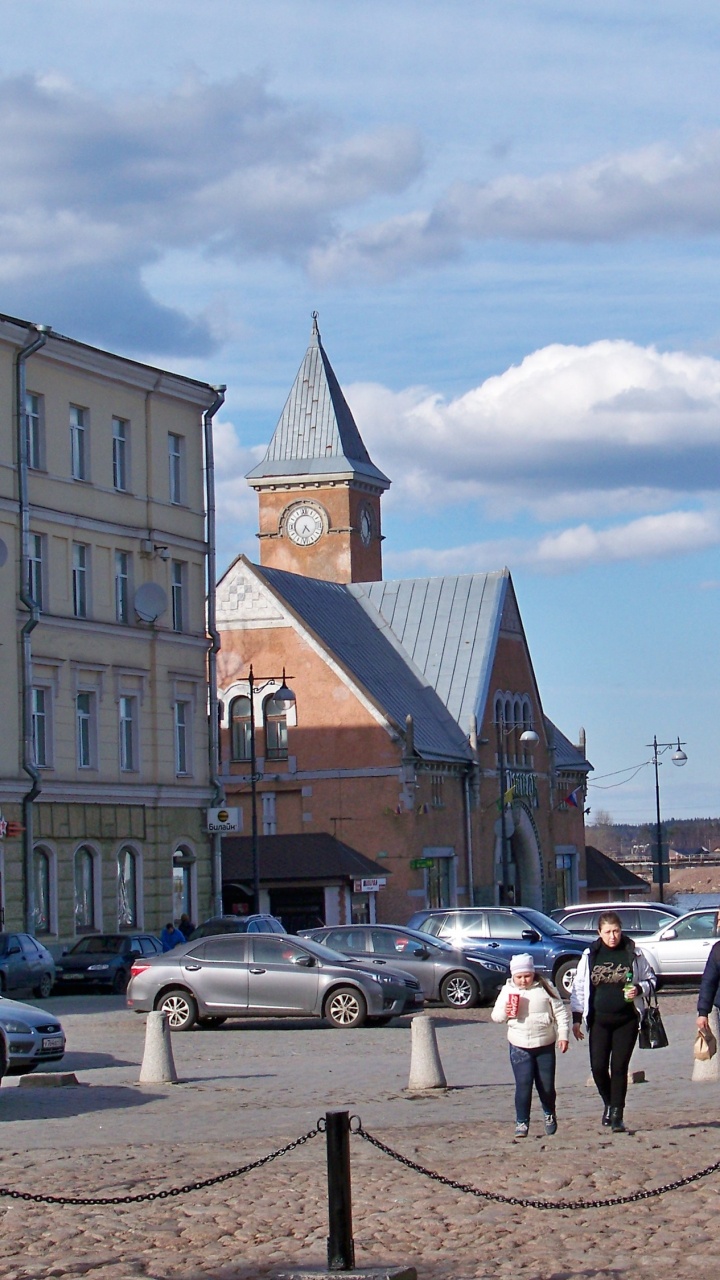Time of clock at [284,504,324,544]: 4:33
